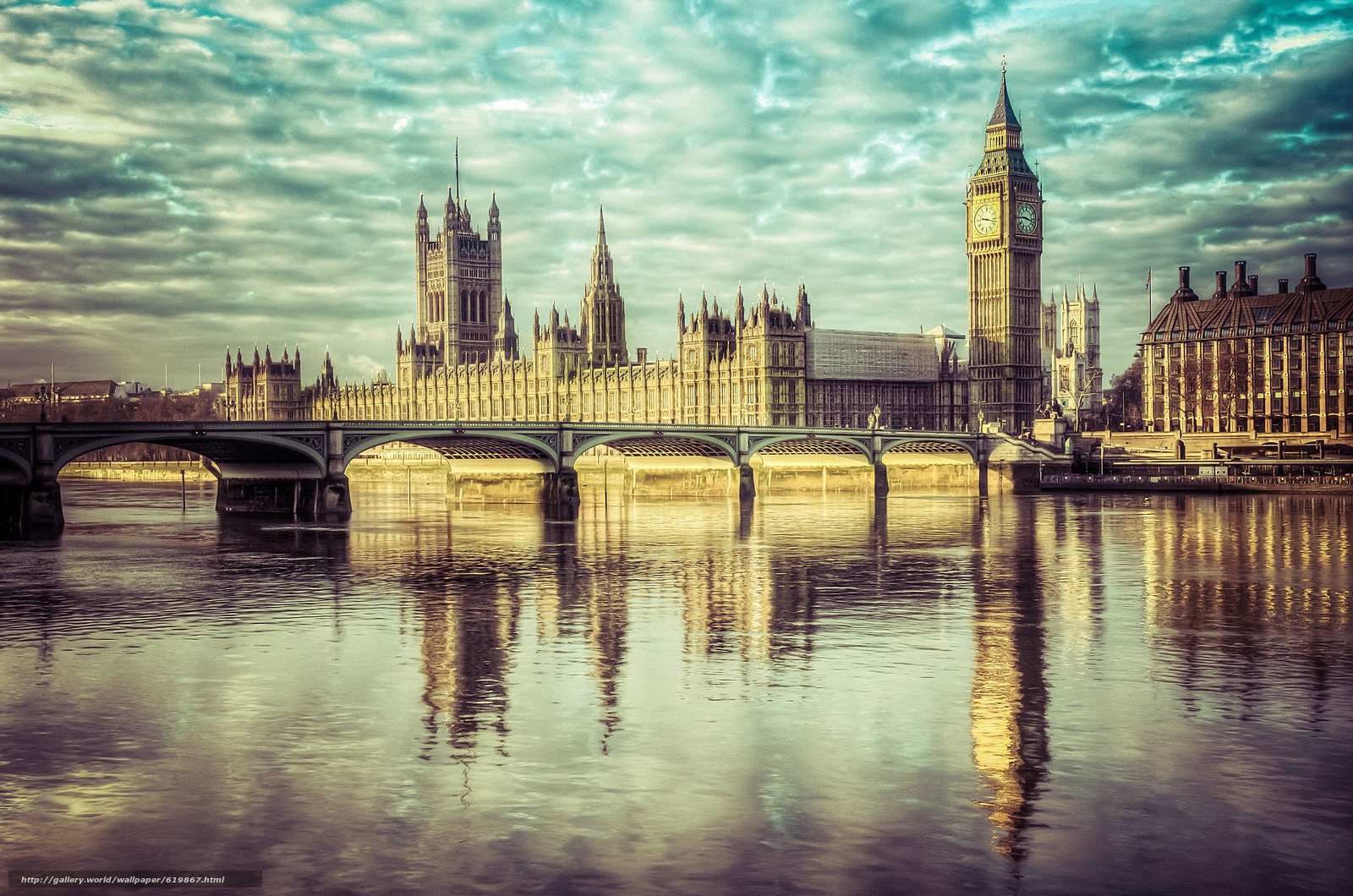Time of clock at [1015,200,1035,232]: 9:17
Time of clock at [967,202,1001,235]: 9:17
